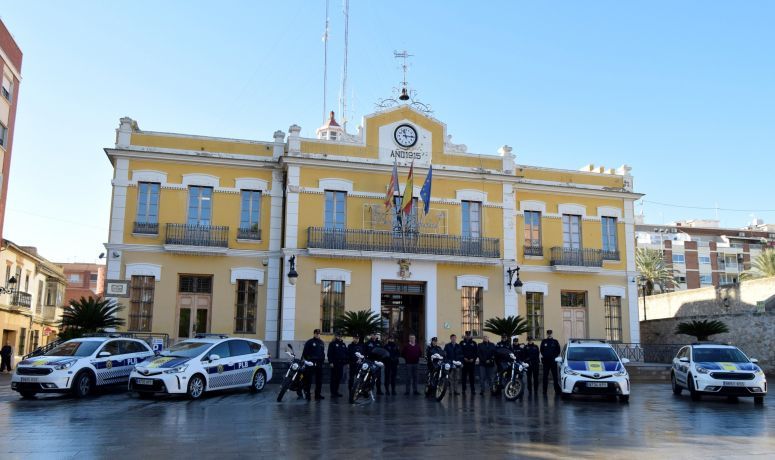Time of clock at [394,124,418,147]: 11:15
